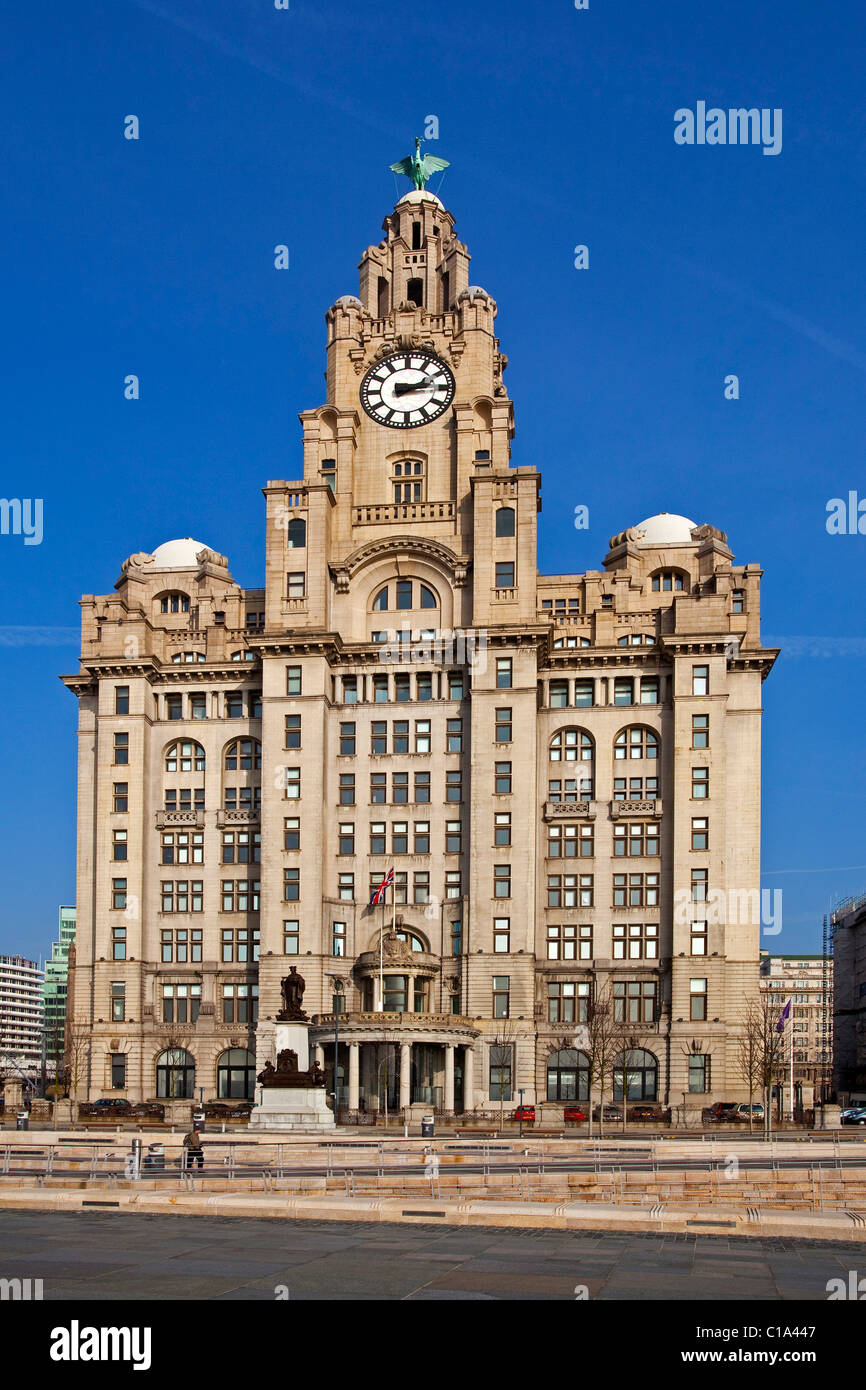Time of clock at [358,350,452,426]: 2:14
